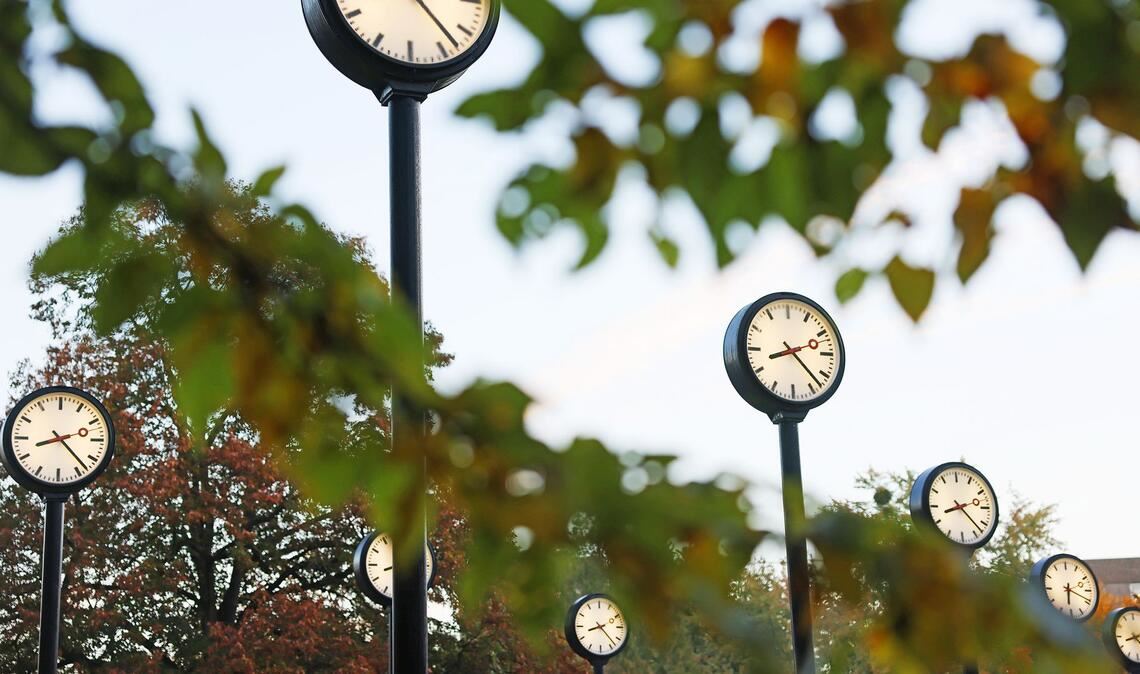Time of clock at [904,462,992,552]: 8:22
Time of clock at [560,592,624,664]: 8:22
